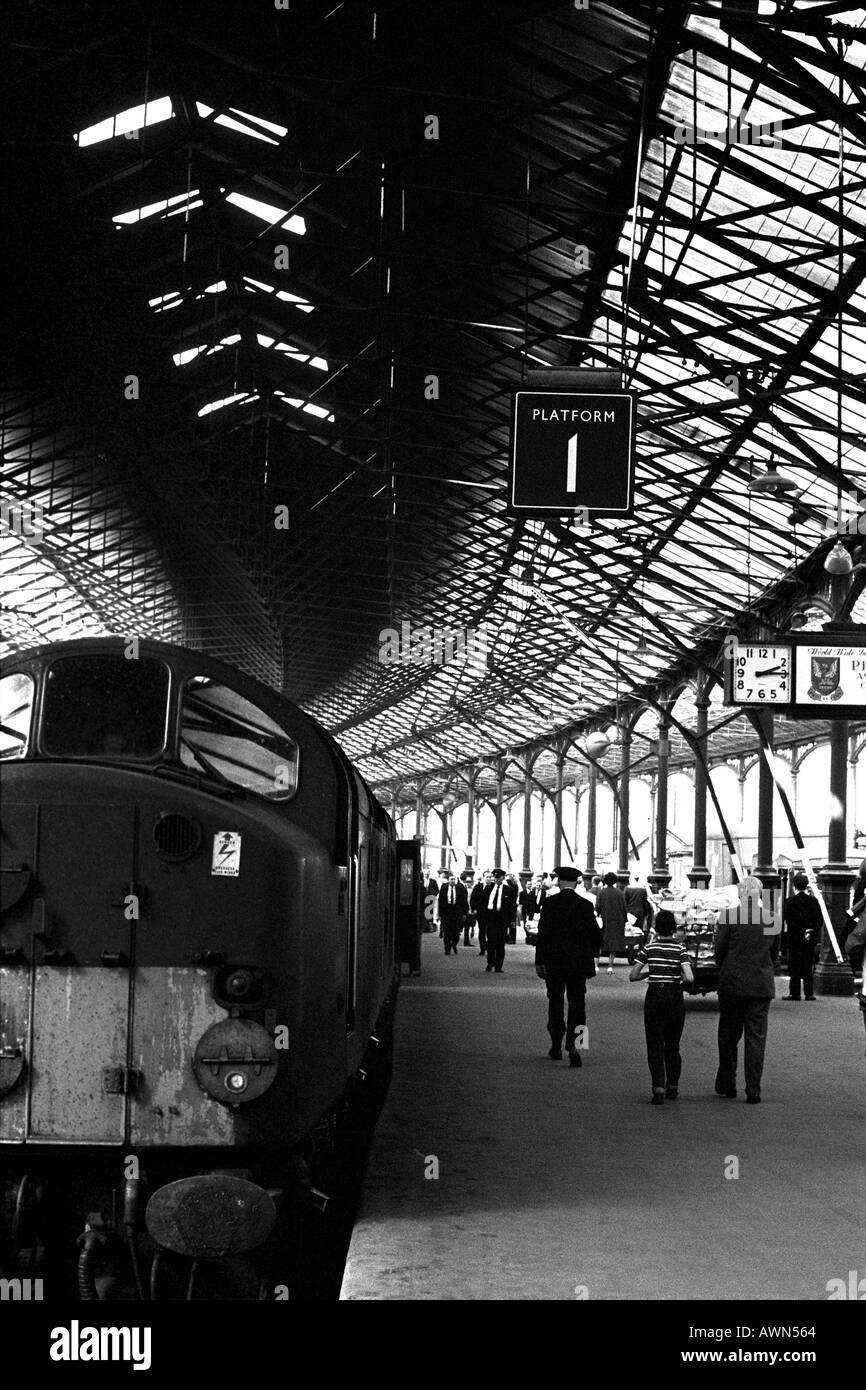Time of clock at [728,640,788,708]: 2:14
